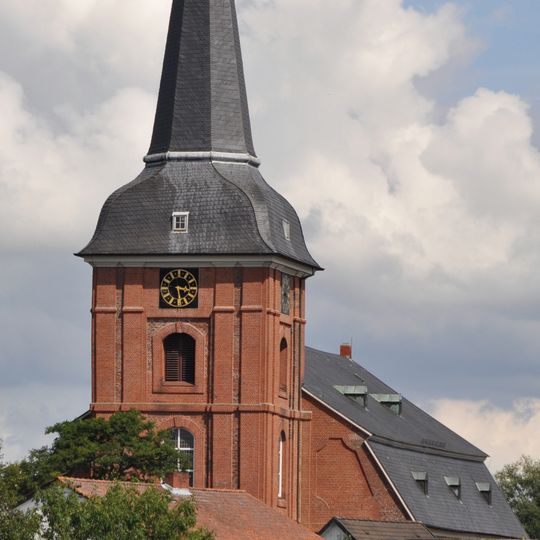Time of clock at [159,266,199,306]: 3:28
